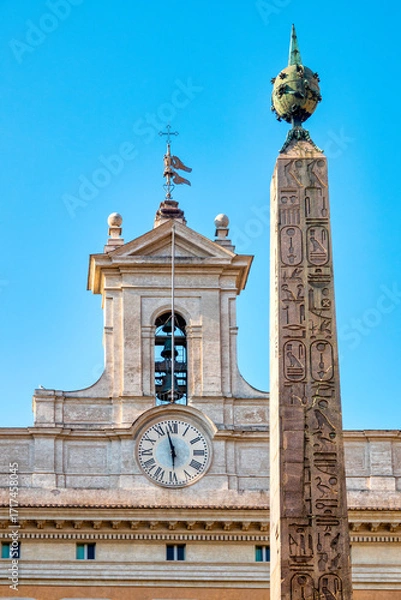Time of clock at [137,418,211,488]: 5:57
